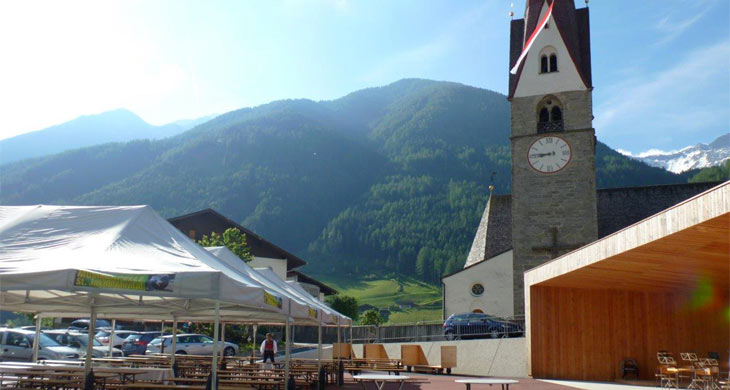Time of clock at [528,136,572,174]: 8:45
